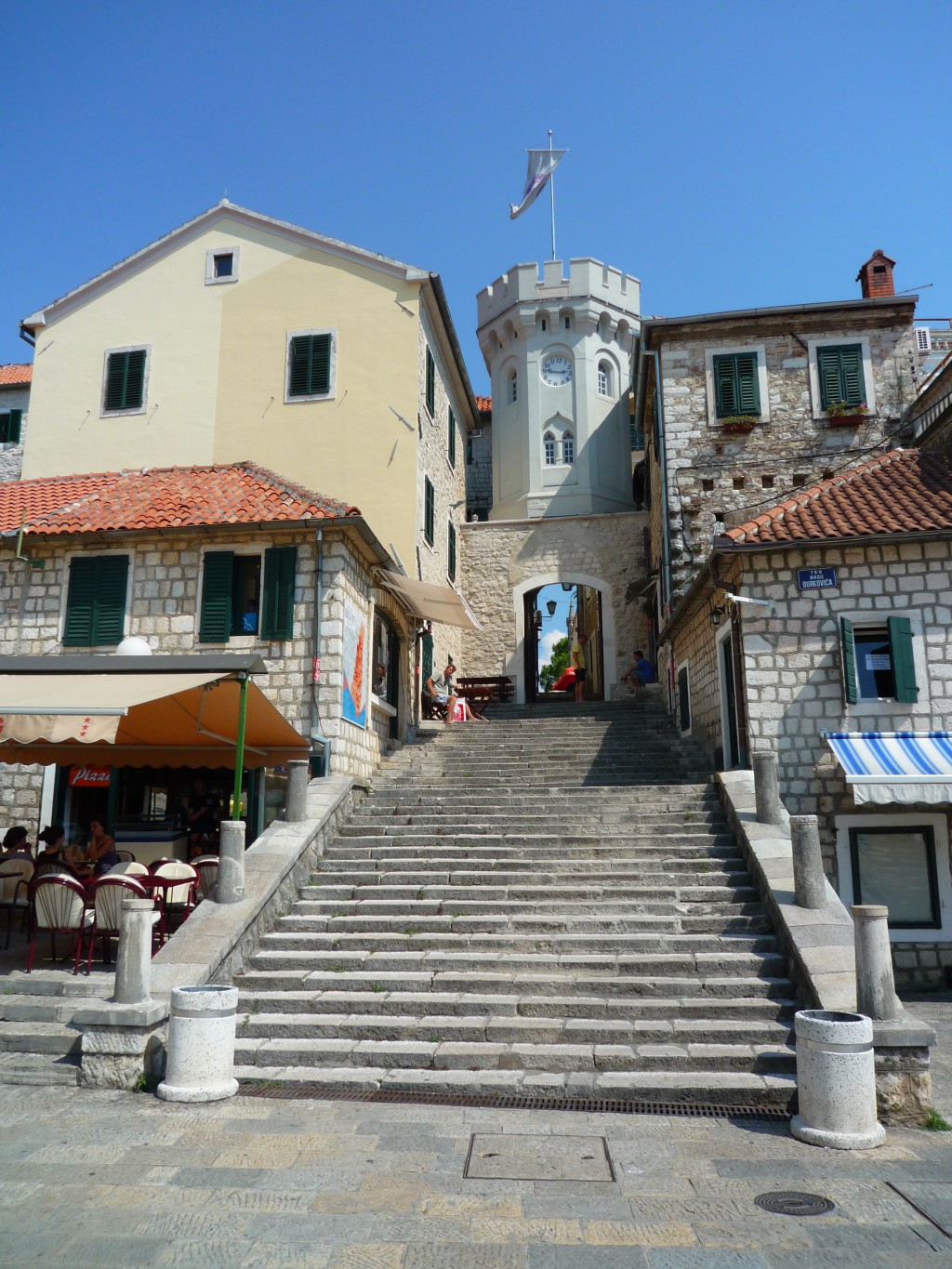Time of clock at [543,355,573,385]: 2:46
